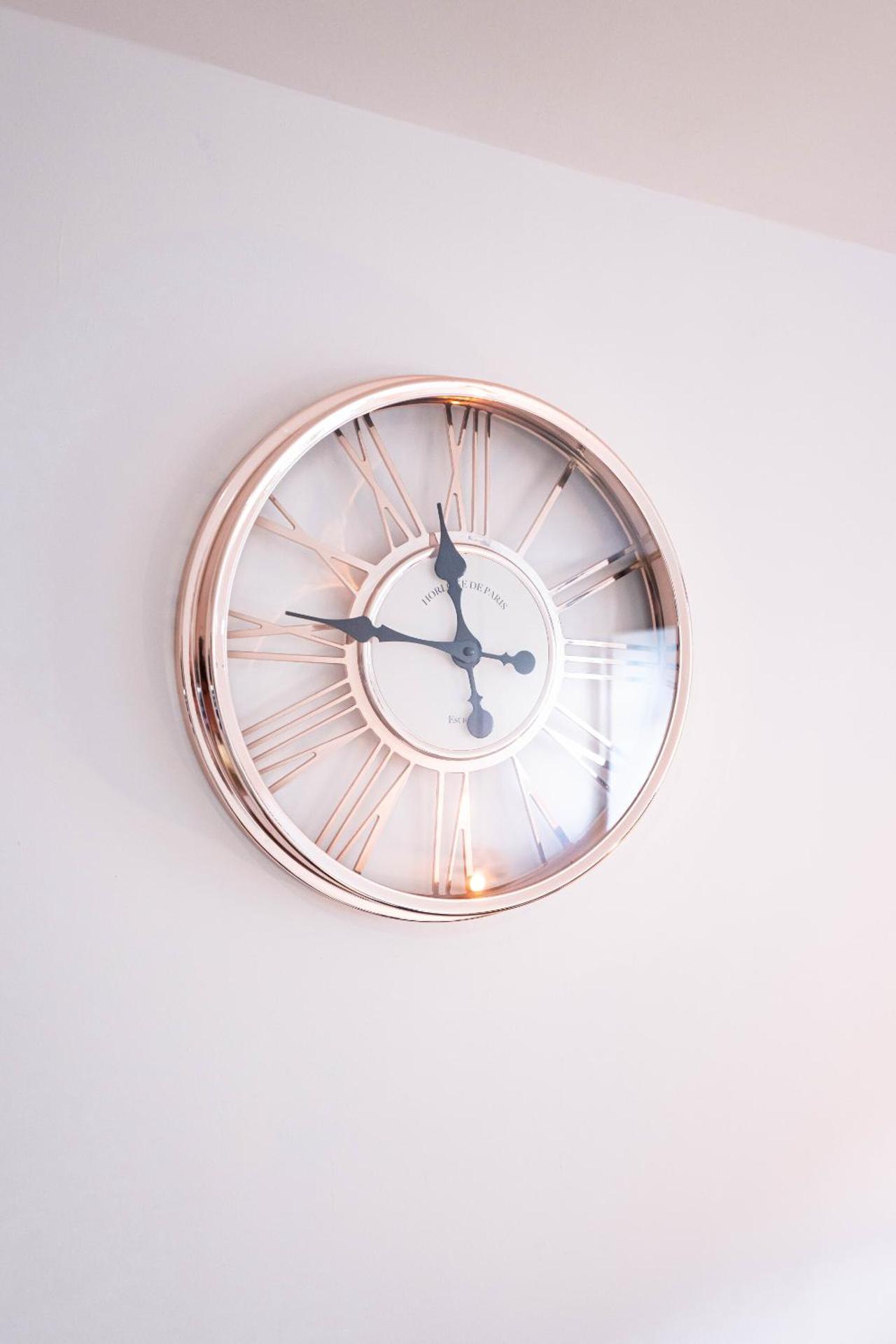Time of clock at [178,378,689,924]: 11:46
